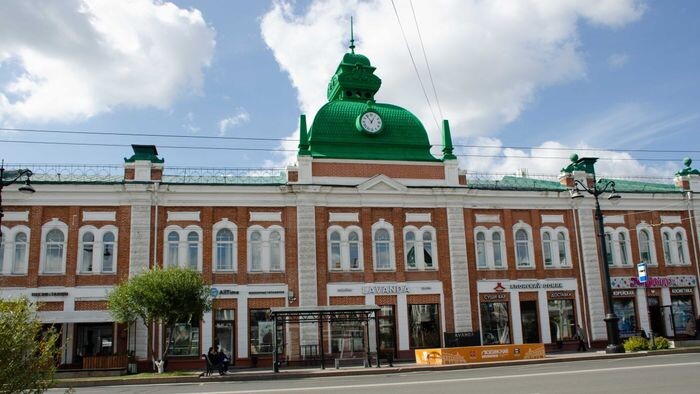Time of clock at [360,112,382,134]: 12:53
